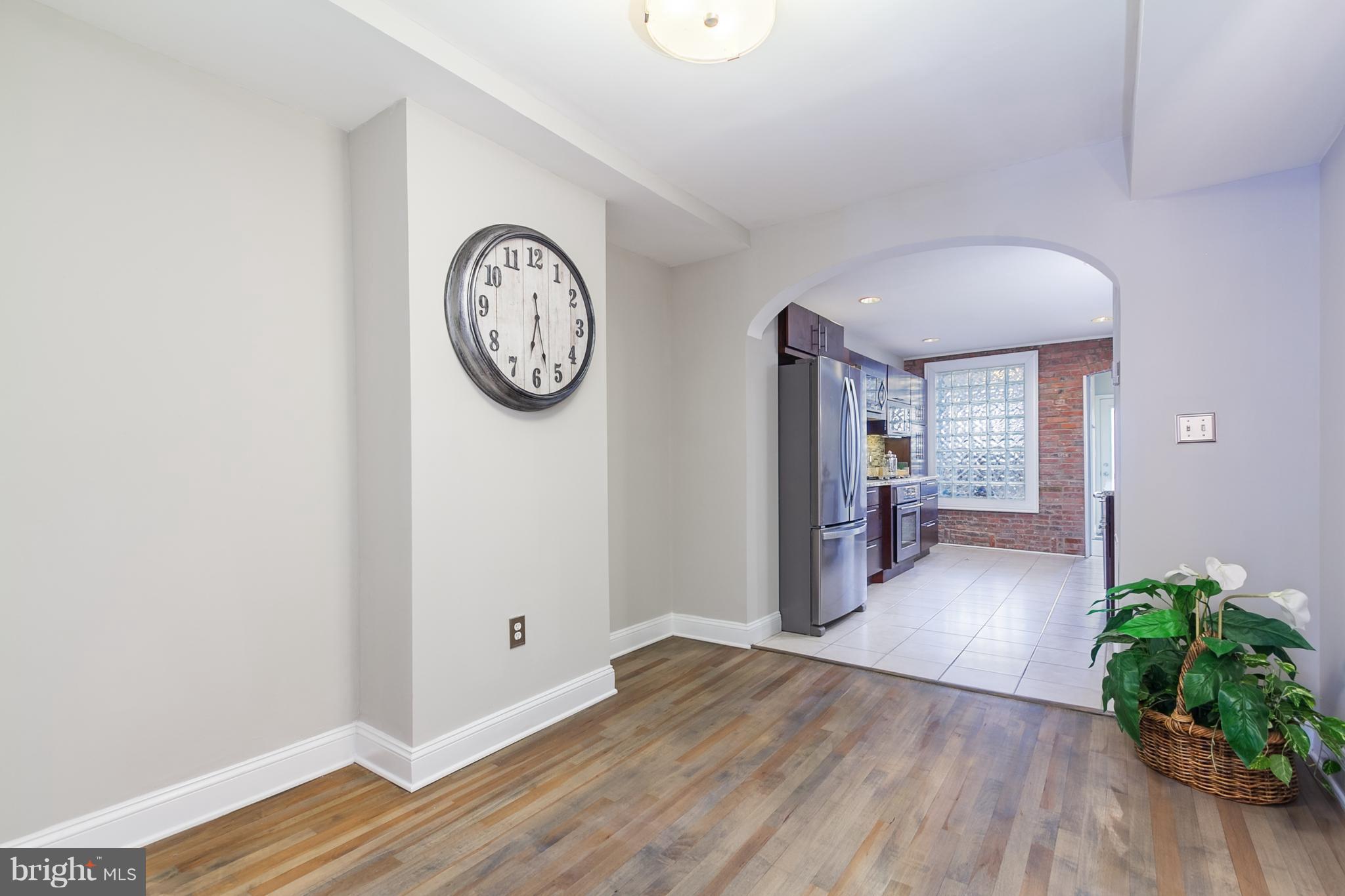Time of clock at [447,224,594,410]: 6:27
